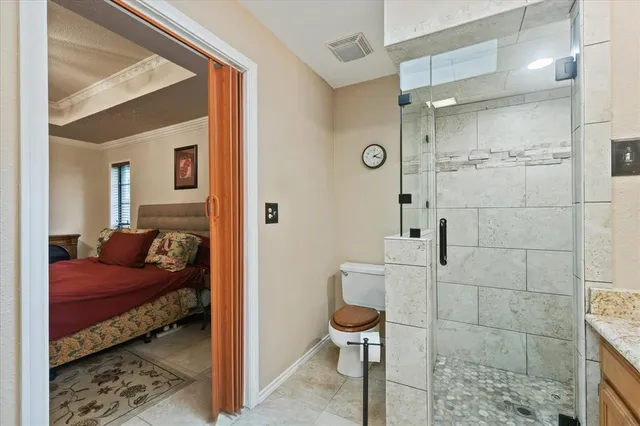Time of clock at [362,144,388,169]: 2:18
